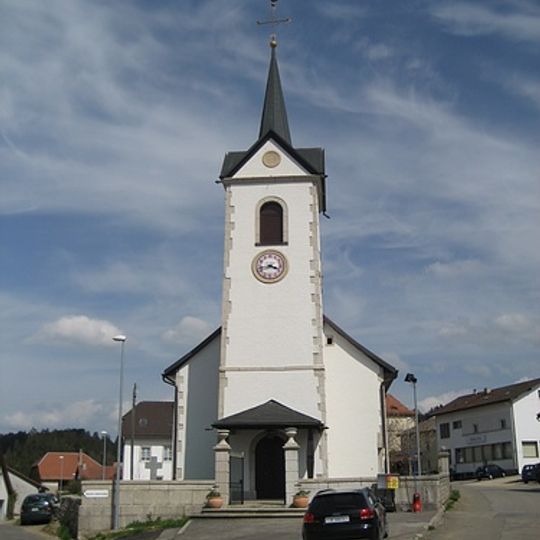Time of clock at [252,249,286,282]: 3:42
